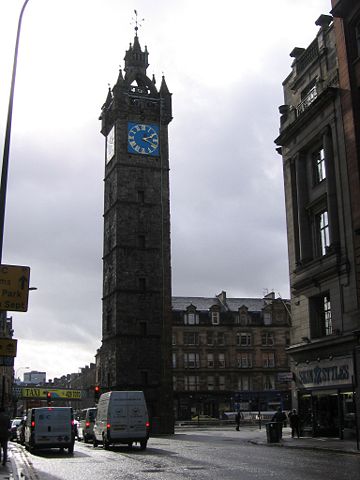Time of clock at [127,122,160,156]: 2:18
